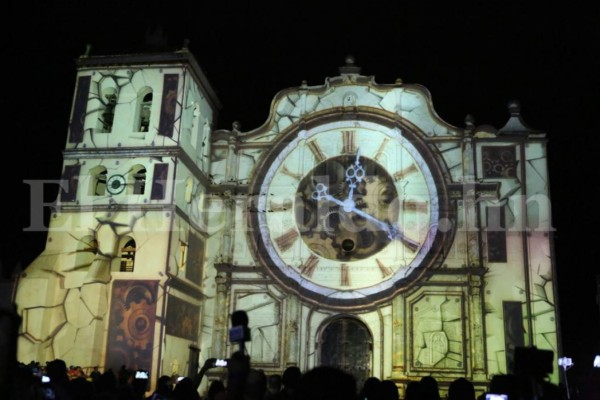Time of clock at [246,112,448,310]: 12:19
